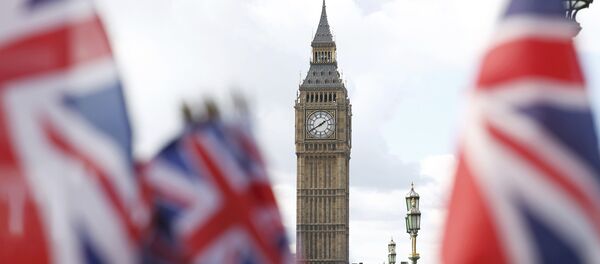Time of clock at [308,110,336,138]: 1:40
